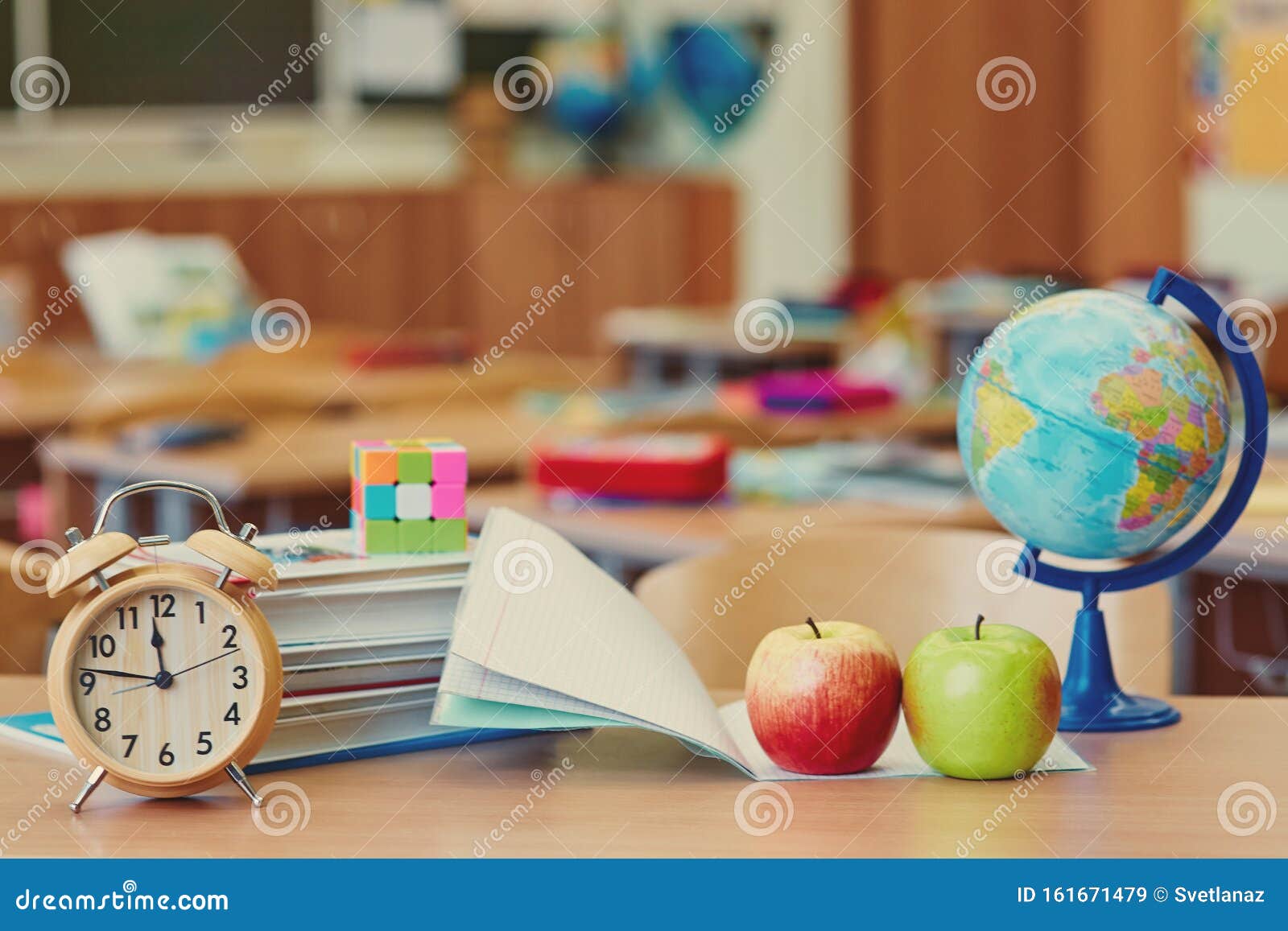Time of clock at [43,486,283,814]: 11:46
